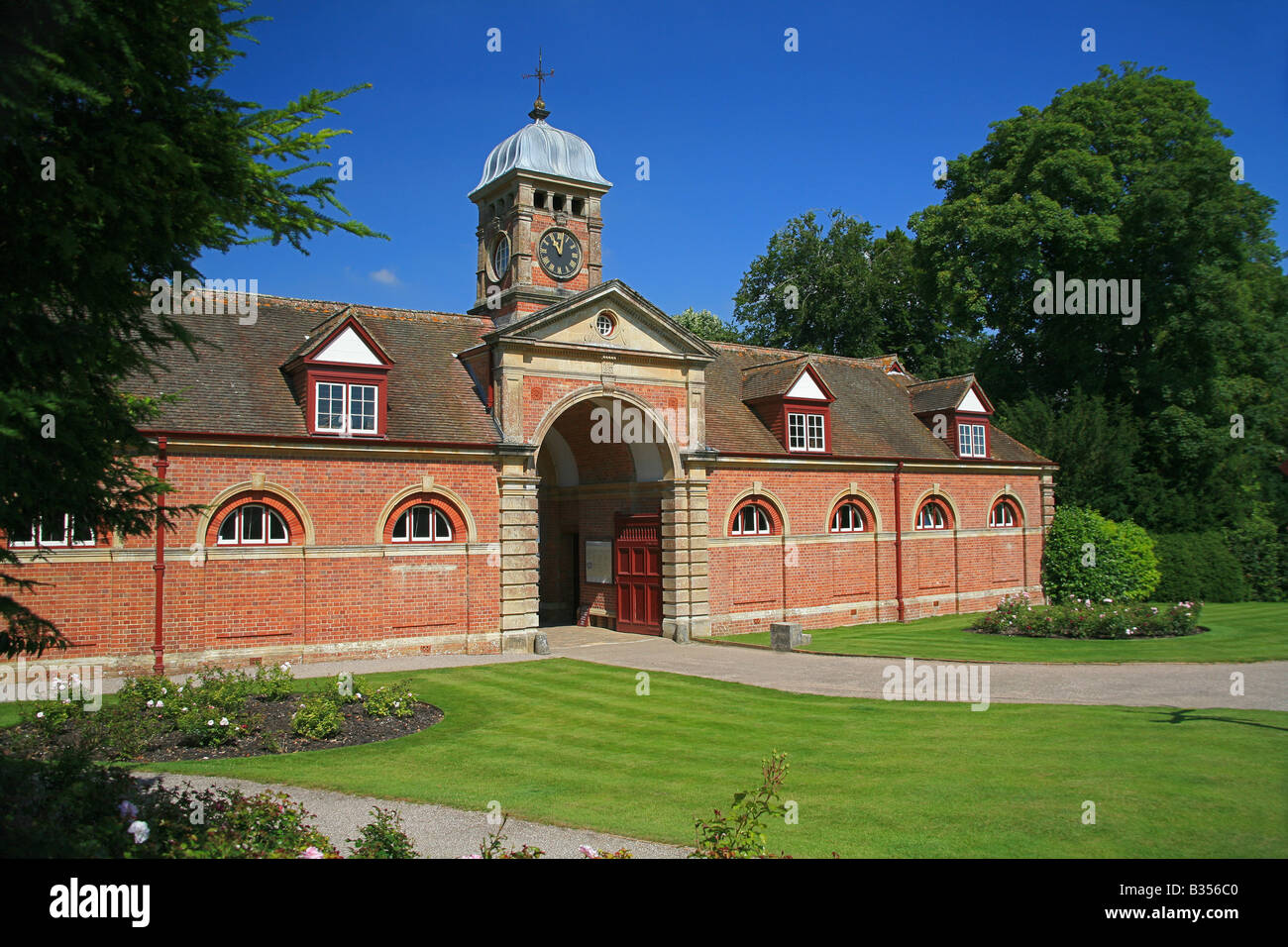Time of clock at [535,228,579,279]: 11:02
